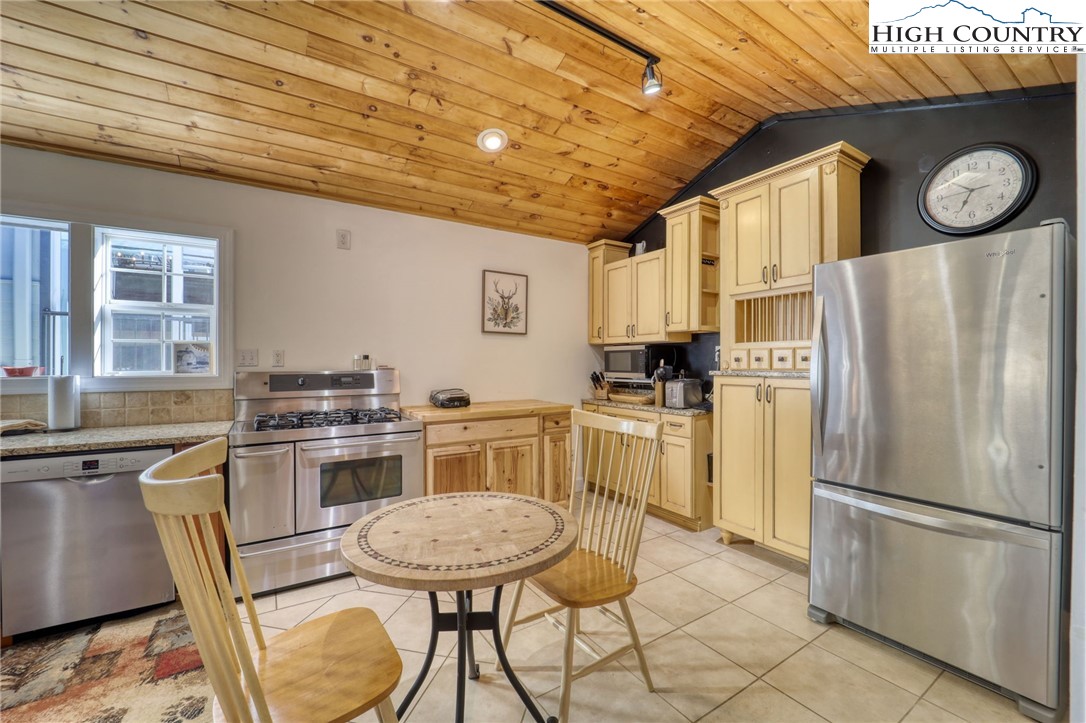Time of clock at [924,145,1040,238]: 6:51
